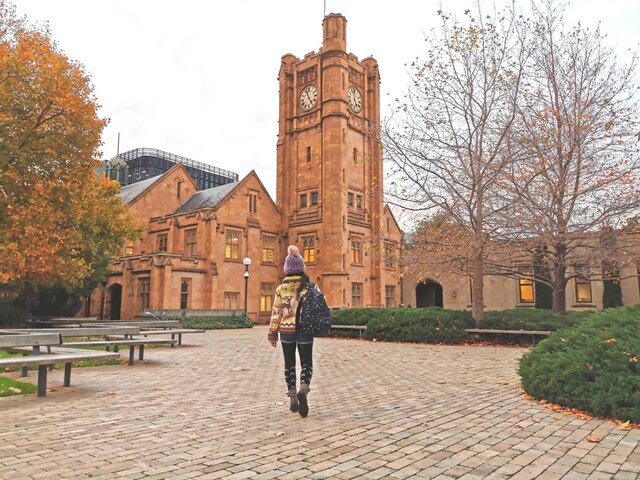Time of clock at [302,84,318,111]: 4:57
